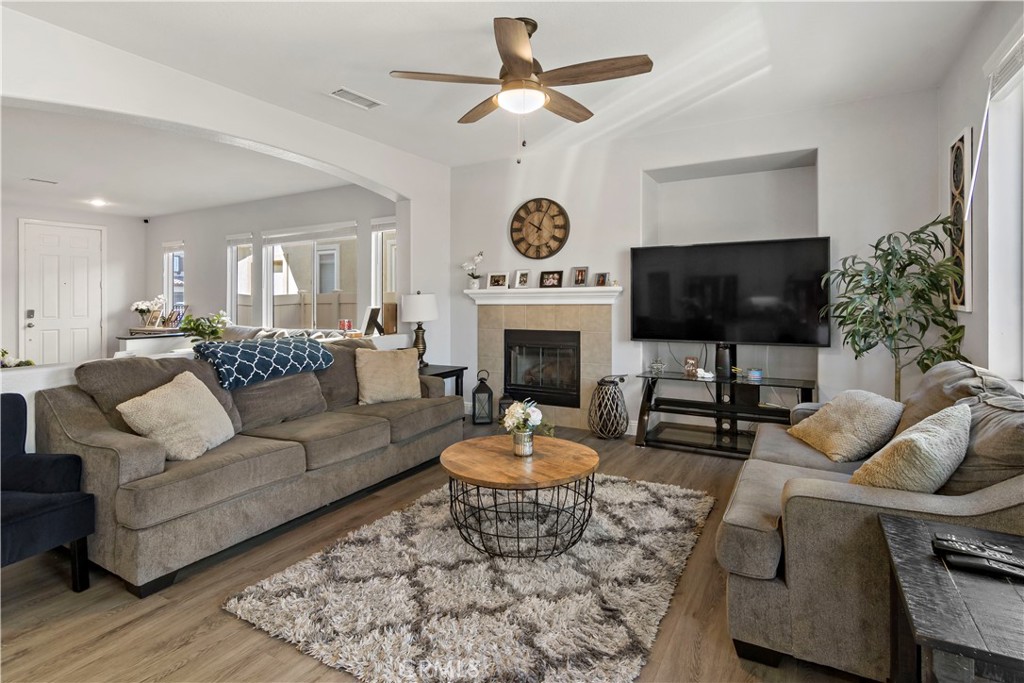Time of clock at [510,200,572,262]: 10:04
